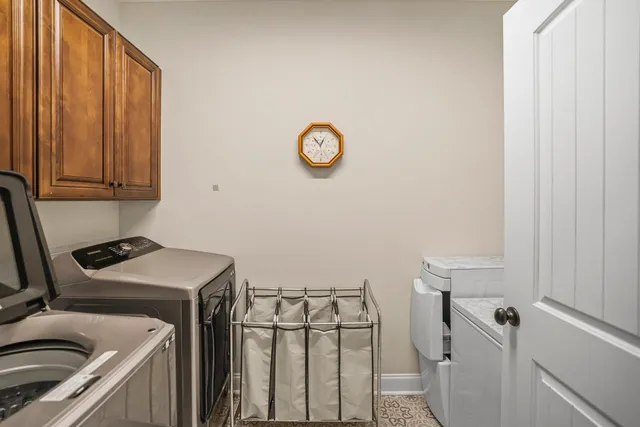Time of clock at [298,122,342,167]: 12:53
